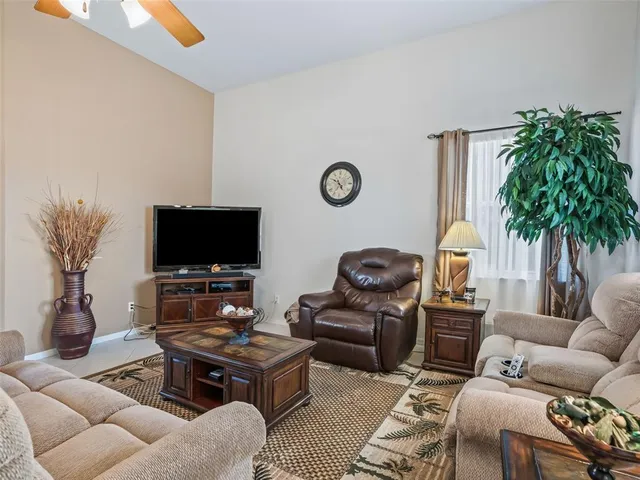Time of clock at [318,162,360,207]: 4:50
